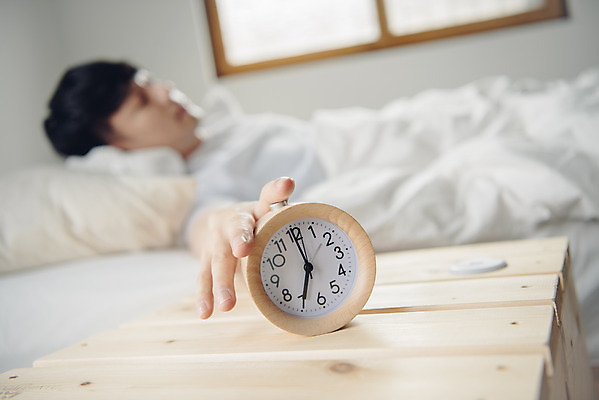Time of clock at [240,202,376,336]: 7:00
